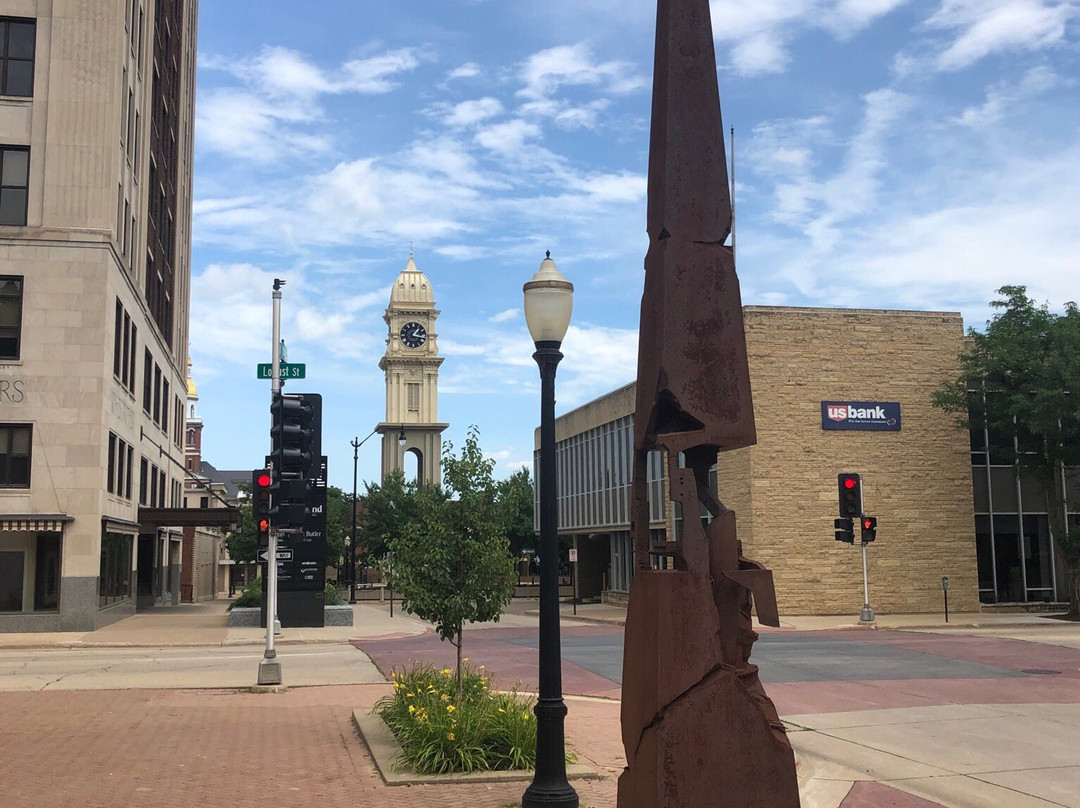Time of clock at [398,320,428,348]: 1:16
